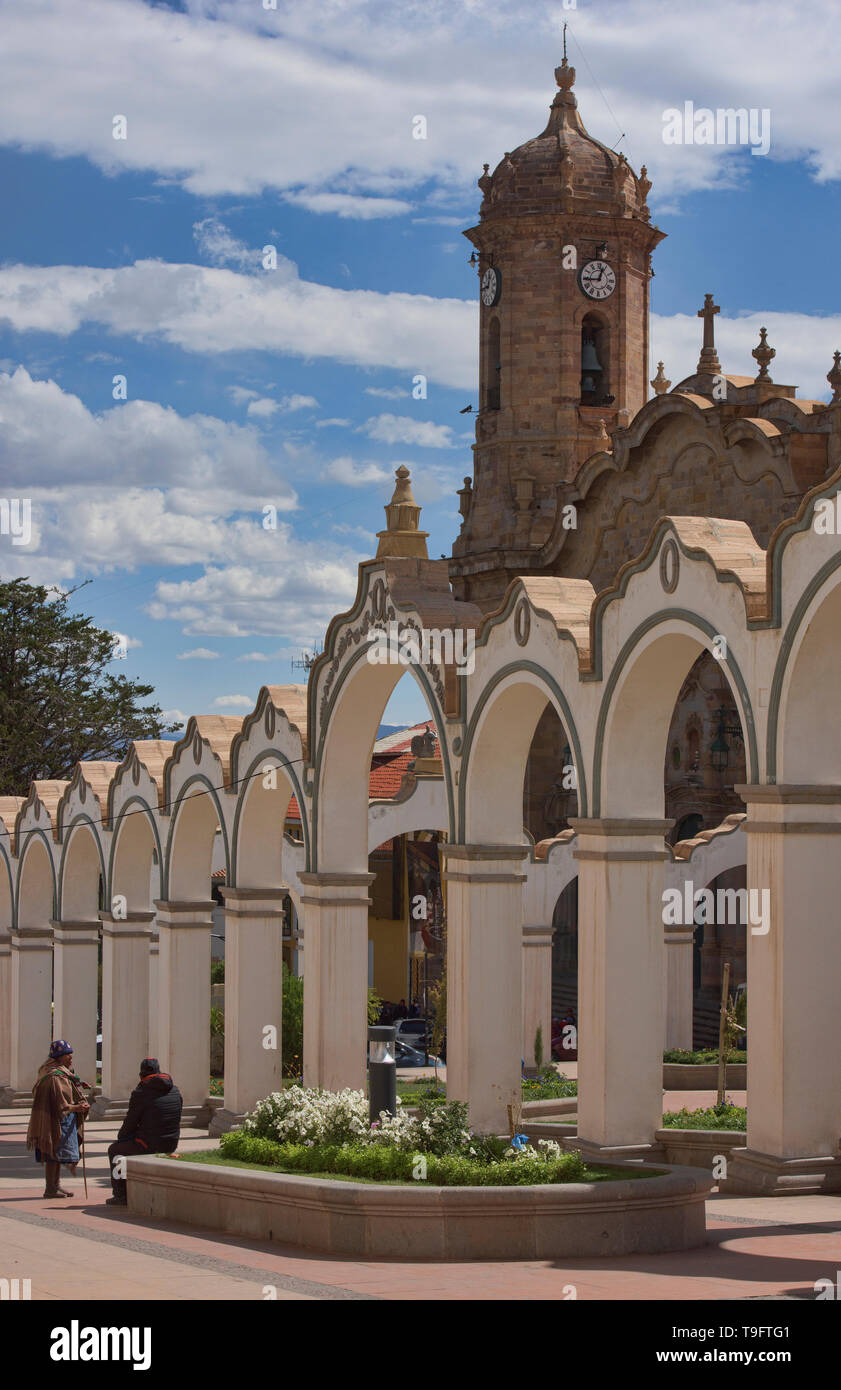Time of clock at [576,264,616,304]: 12:44
